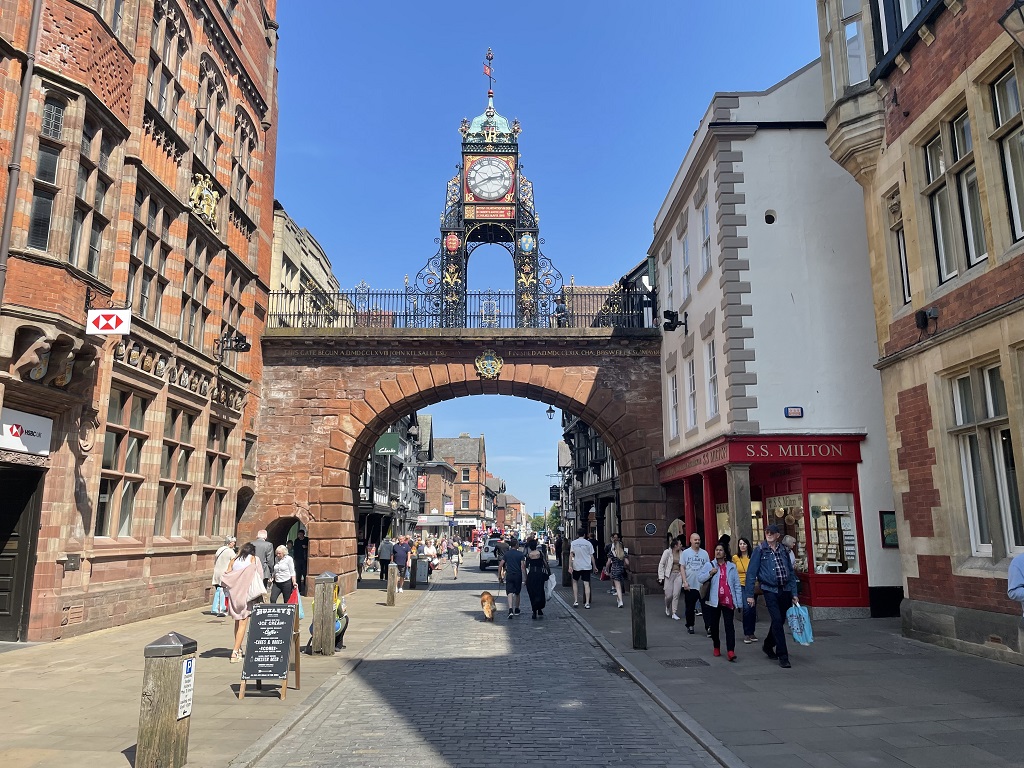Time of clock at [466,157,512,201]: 2:40
